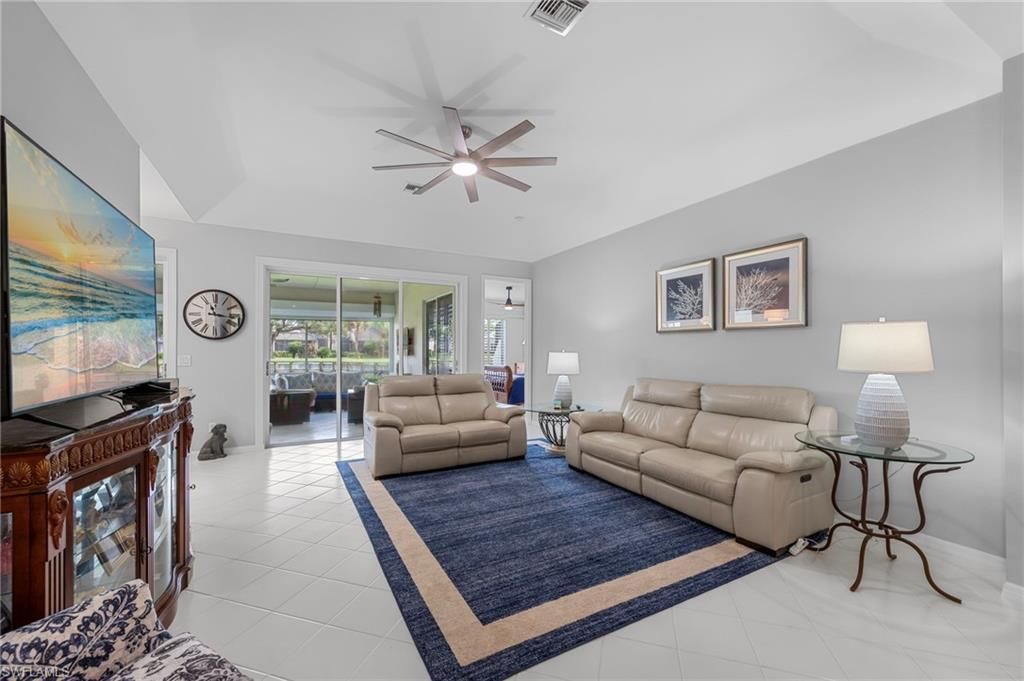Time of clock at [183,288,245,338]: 11:16
